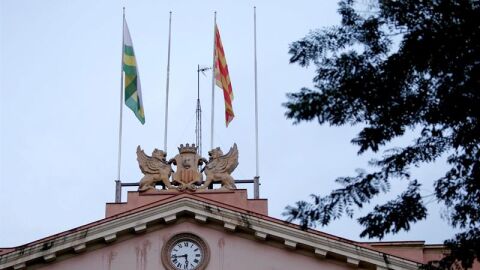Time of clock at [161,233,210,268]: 5:43
